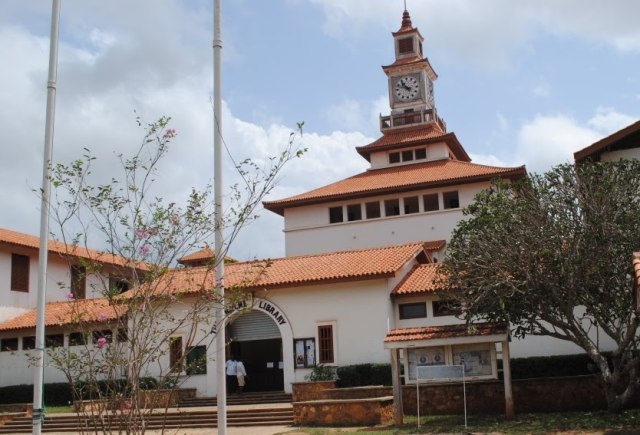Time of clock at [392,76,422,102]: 10:48
